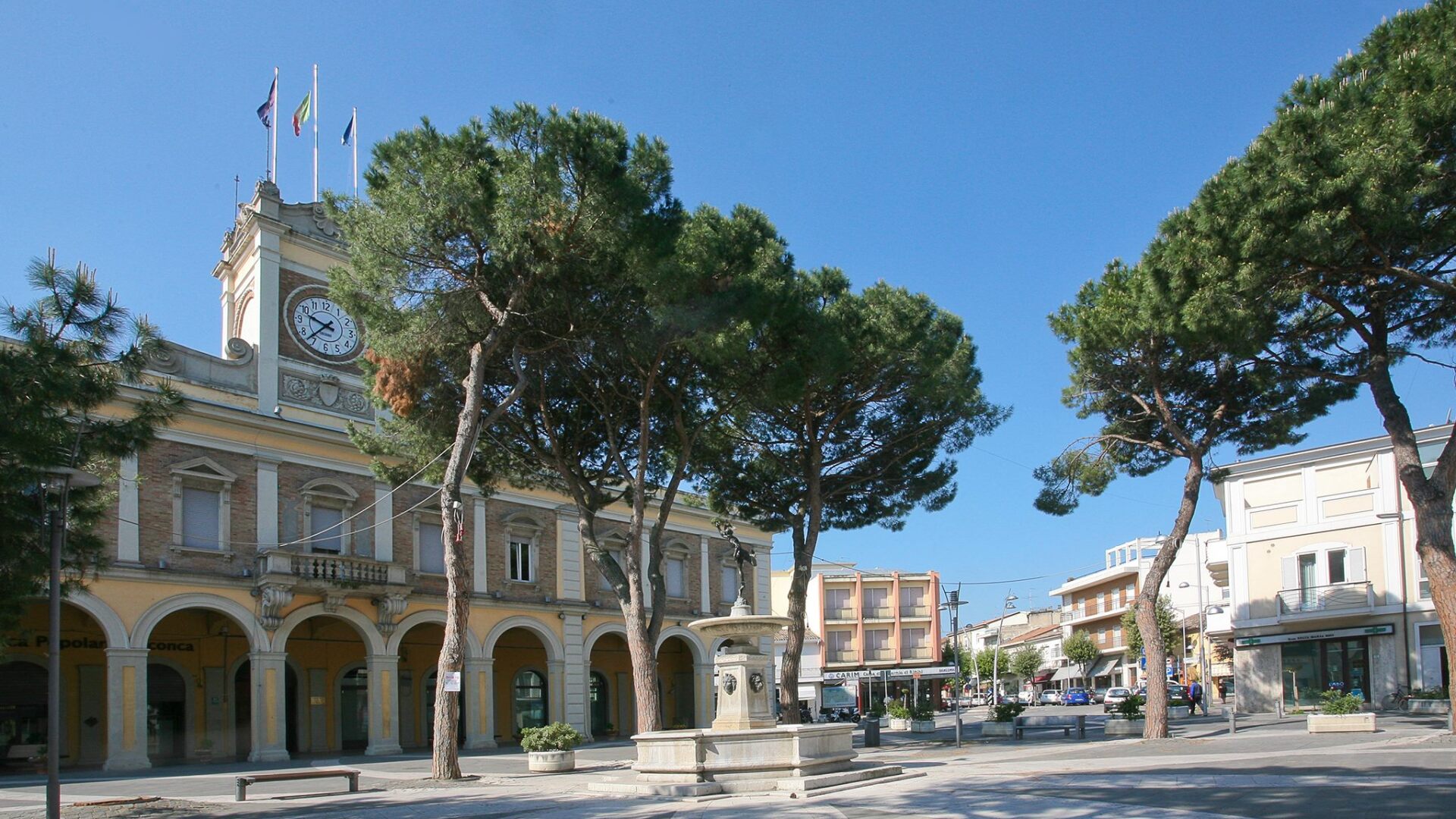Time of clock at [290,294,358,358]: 9:37
